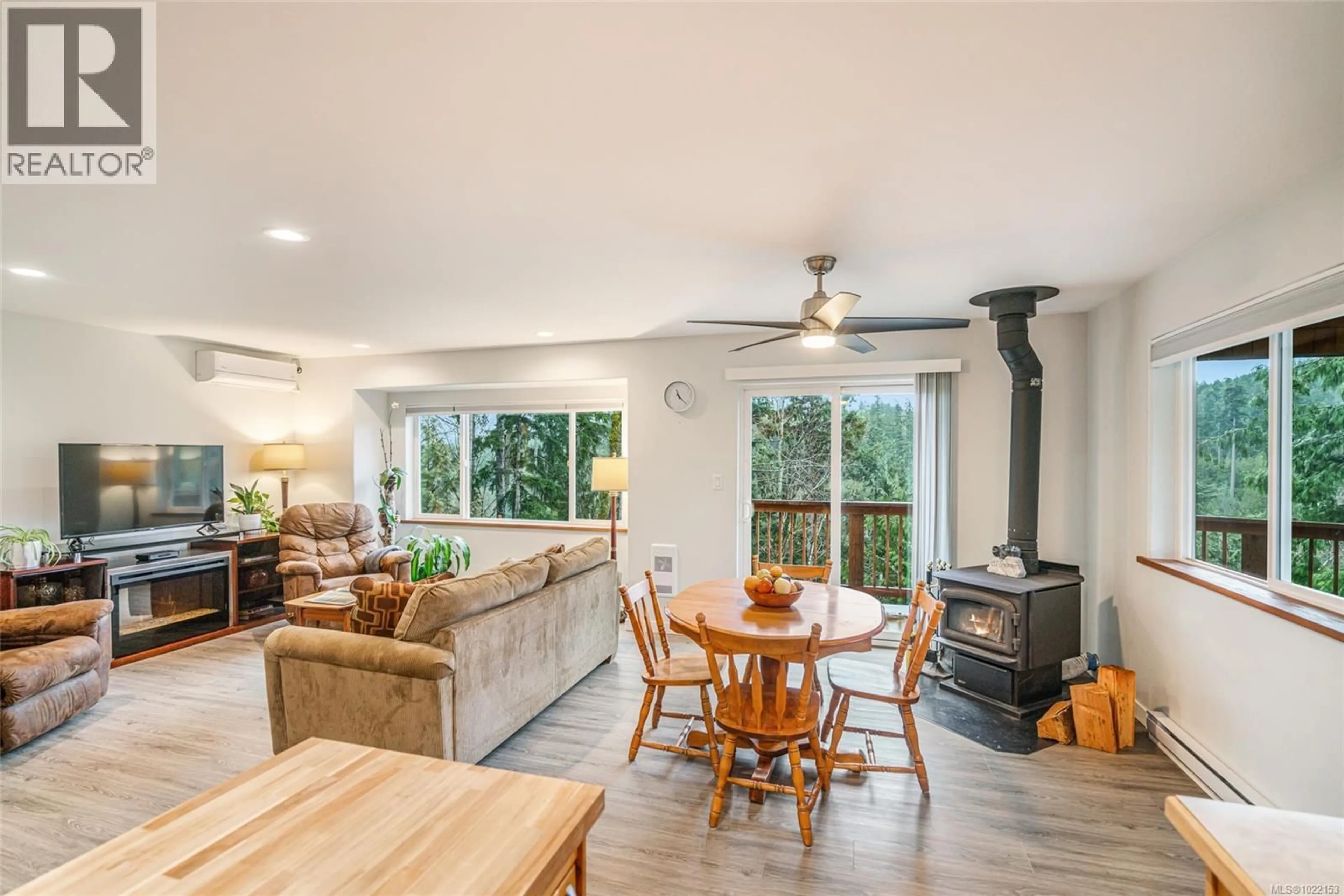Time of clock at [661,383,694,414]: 11:22
